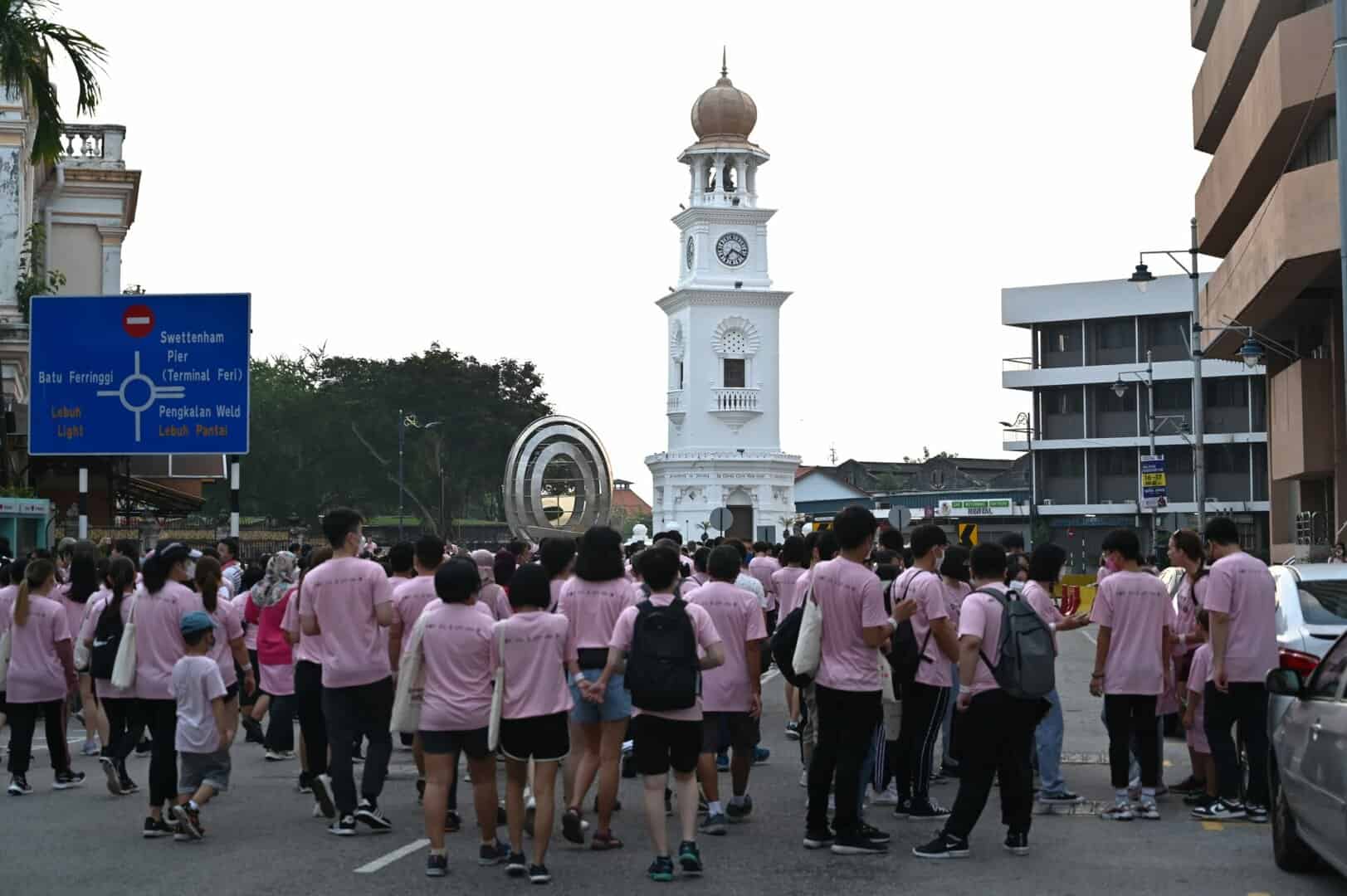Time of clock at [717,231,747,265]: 7:19
